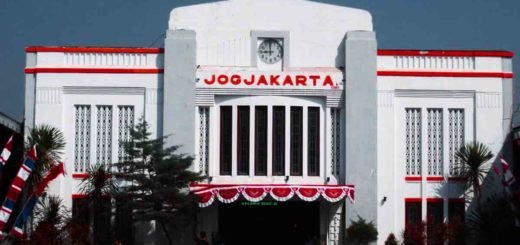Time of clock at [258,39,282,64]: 8:59
